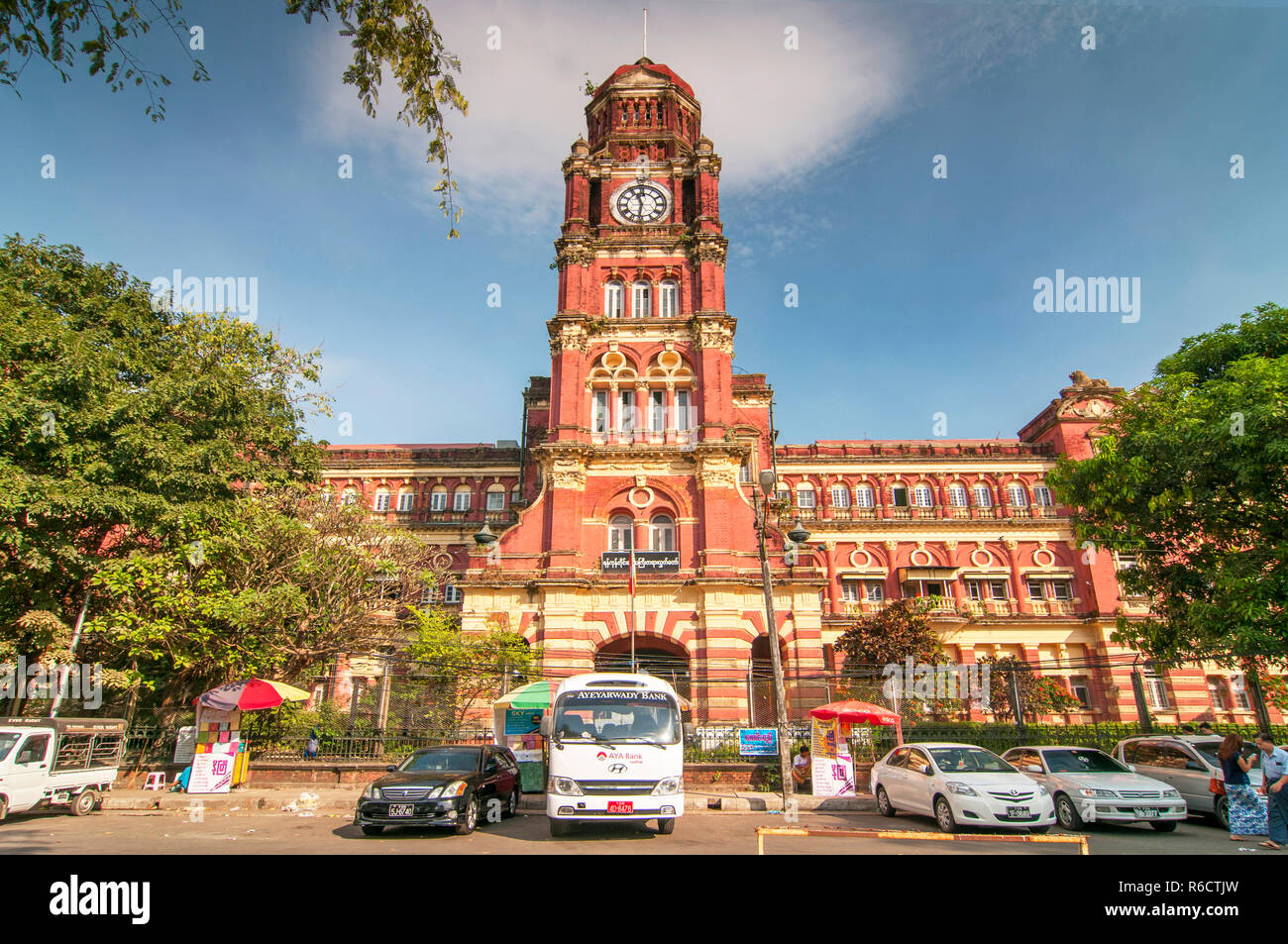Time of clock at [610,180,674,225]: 11:31
